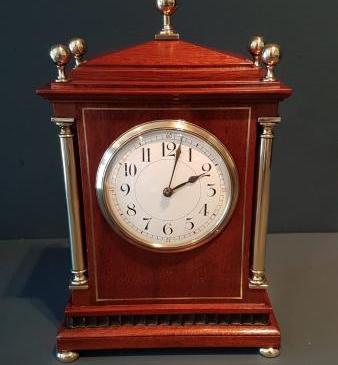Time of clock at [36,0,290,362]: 2:02
